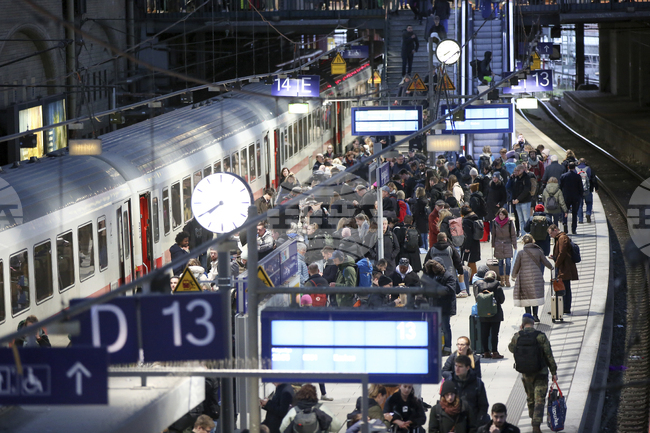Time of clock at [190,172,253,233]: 7:39
